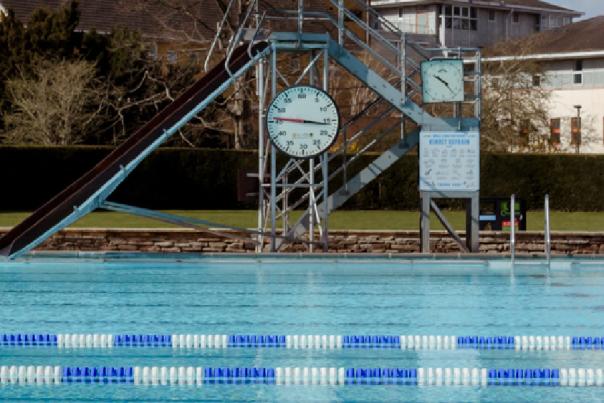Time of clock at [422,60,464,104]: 10:23
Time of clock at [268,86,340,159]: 9:16
